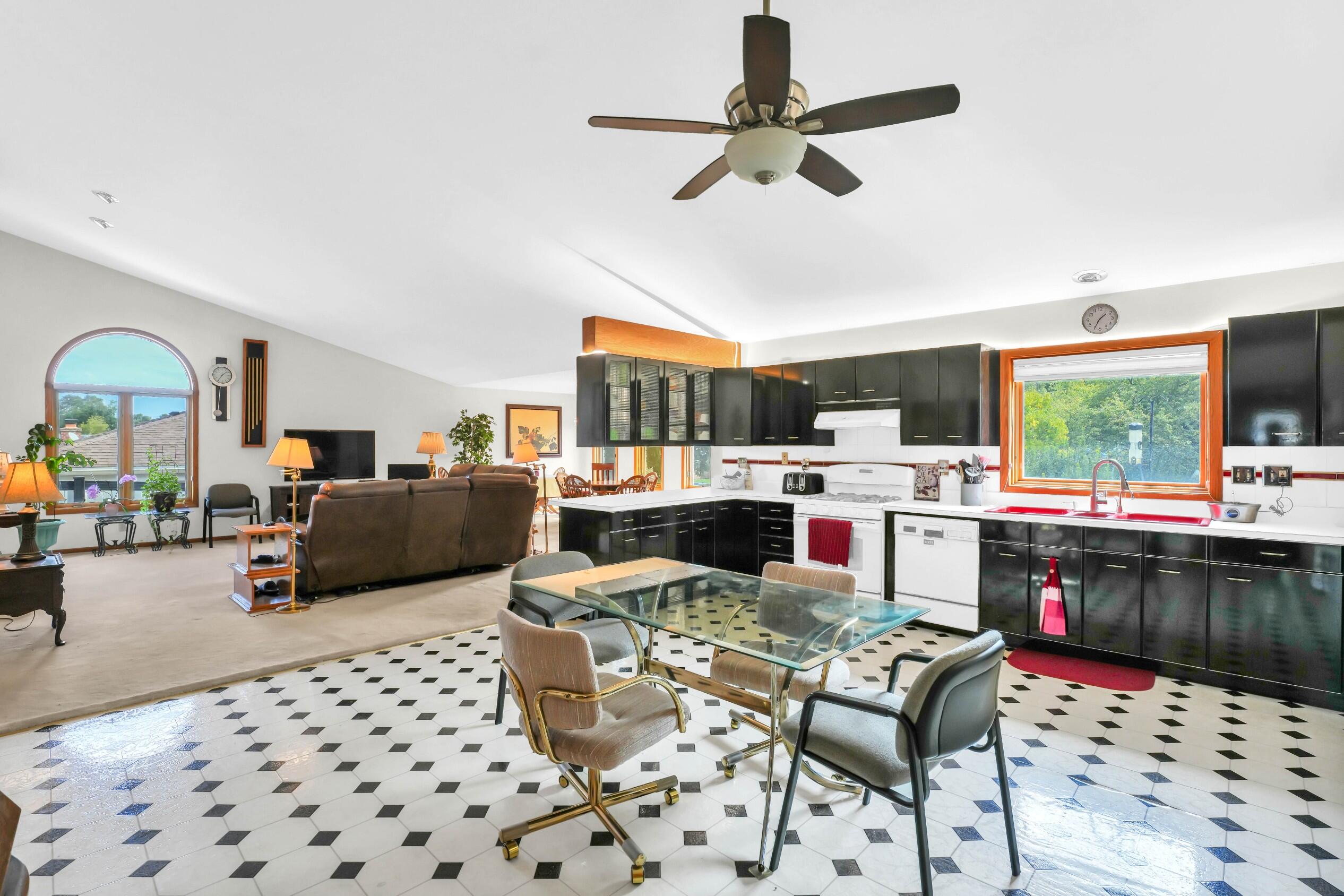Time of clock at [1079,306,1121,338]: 1:34
